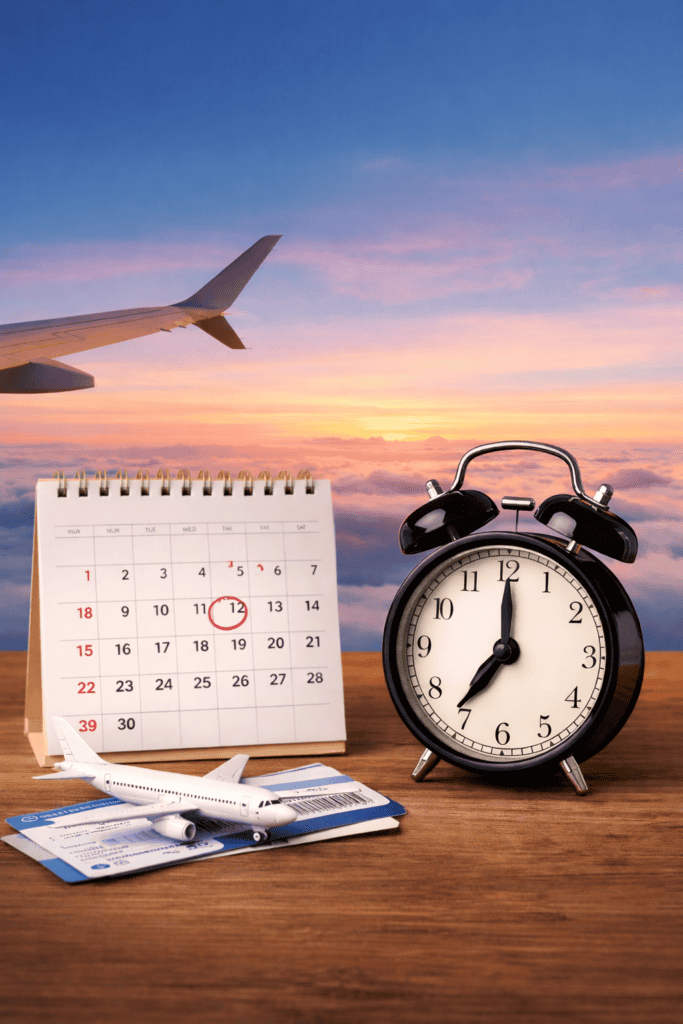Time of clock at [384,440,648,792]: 7:00
